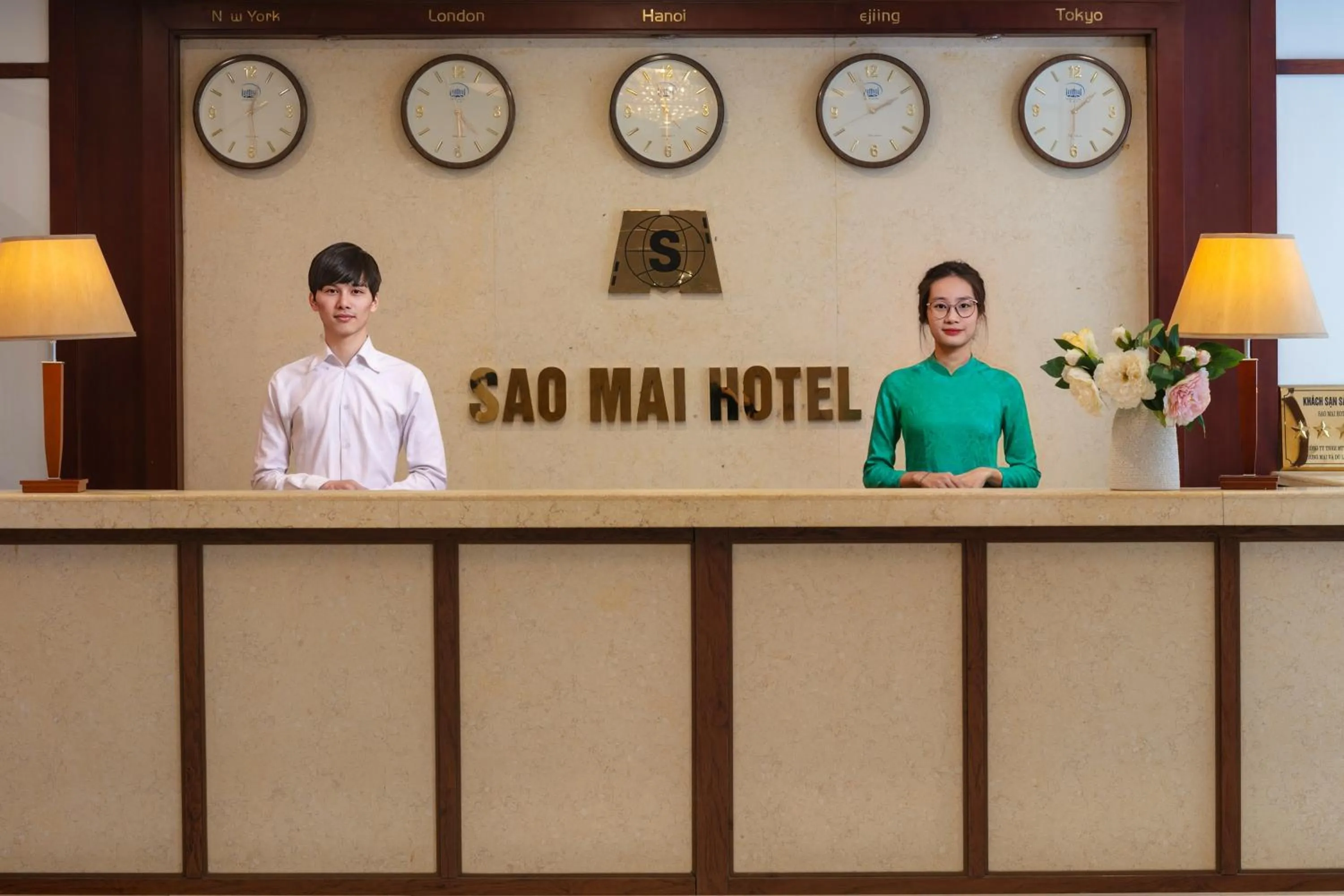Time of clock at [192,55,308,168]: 12:29
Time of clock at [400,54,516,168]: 4:29
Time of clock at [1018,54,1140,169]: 1:30
